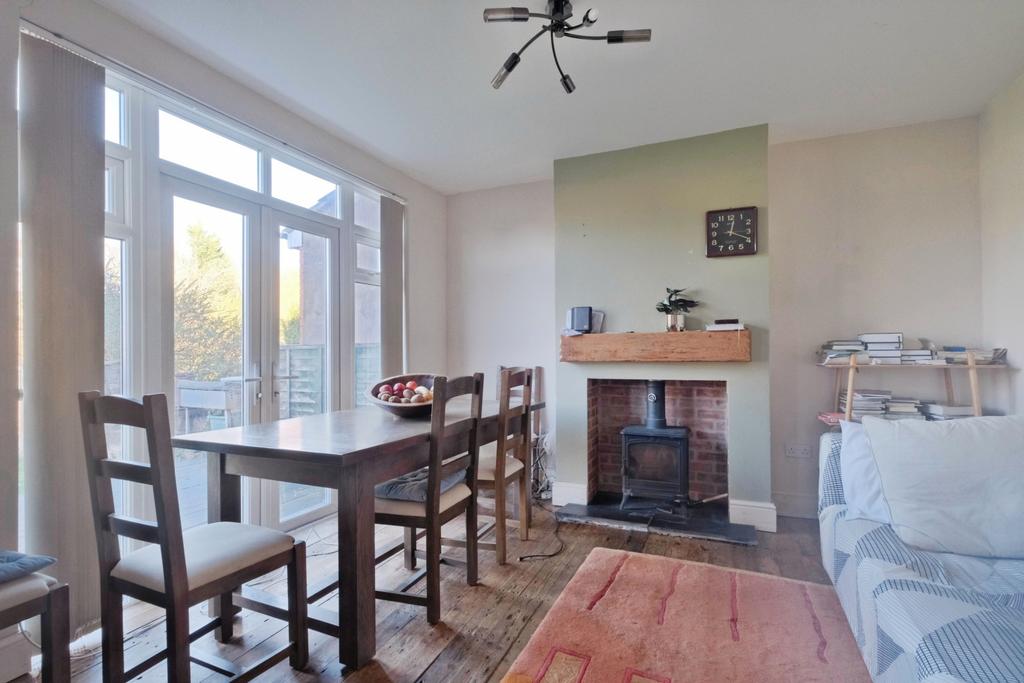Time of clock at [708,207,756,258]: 12:19
